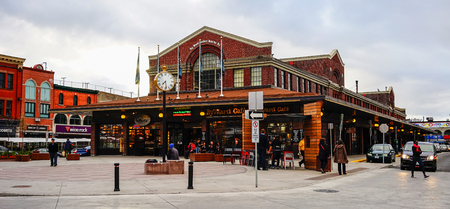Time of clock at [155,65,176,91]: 7:28
